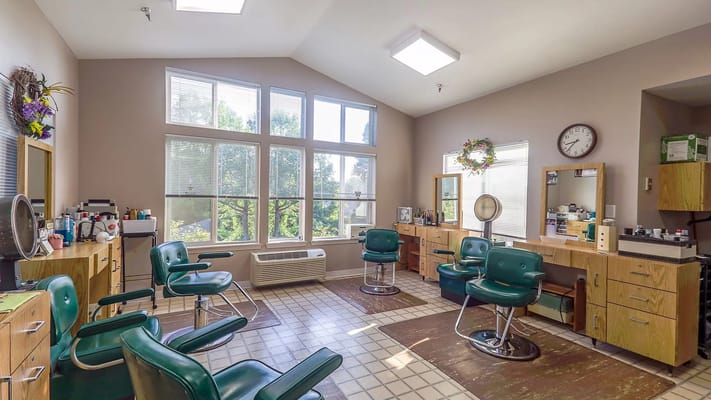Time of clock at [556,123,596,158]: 8:37
